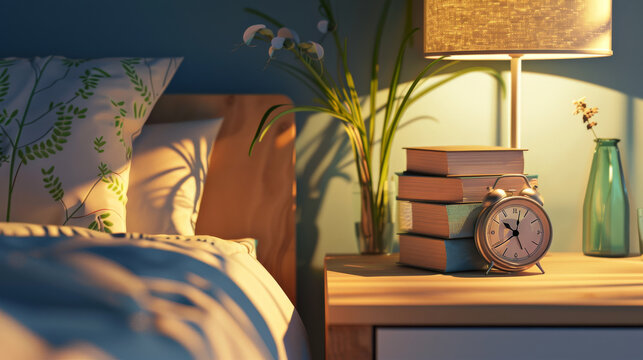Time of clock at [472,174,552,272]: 10:01
